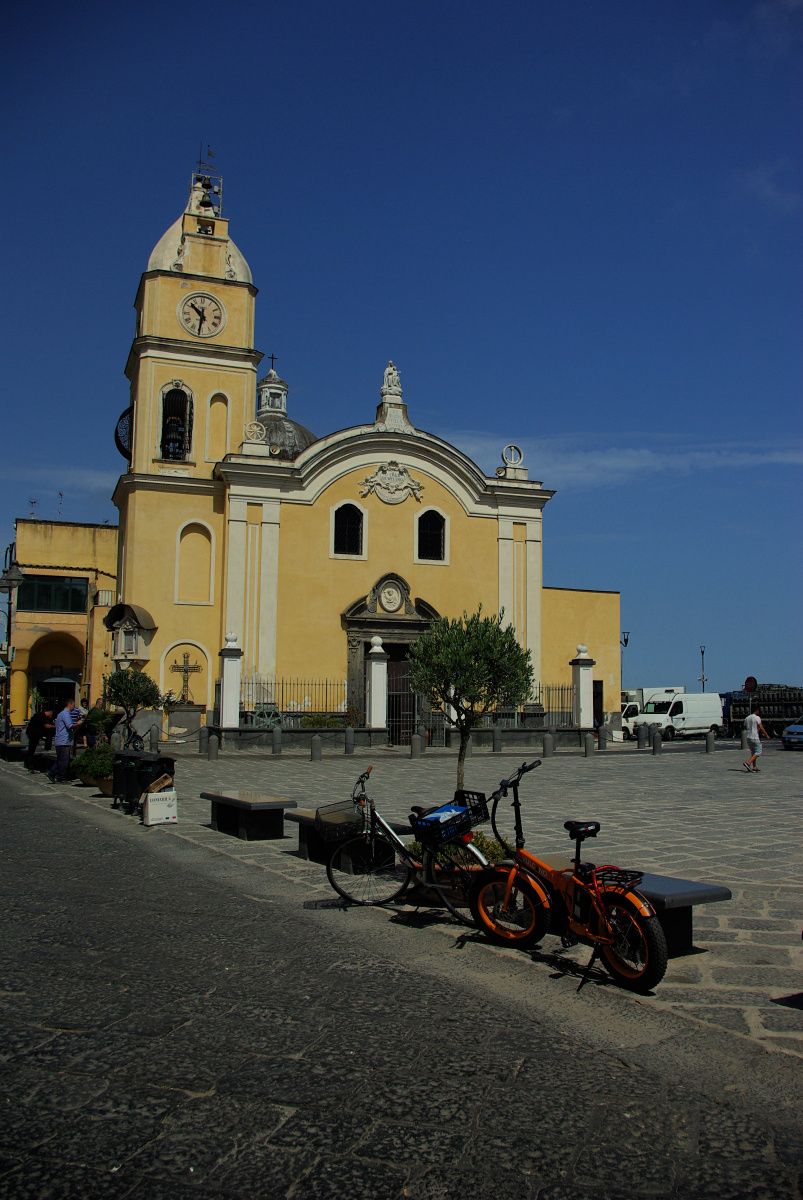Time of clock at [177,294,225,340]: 10:31
